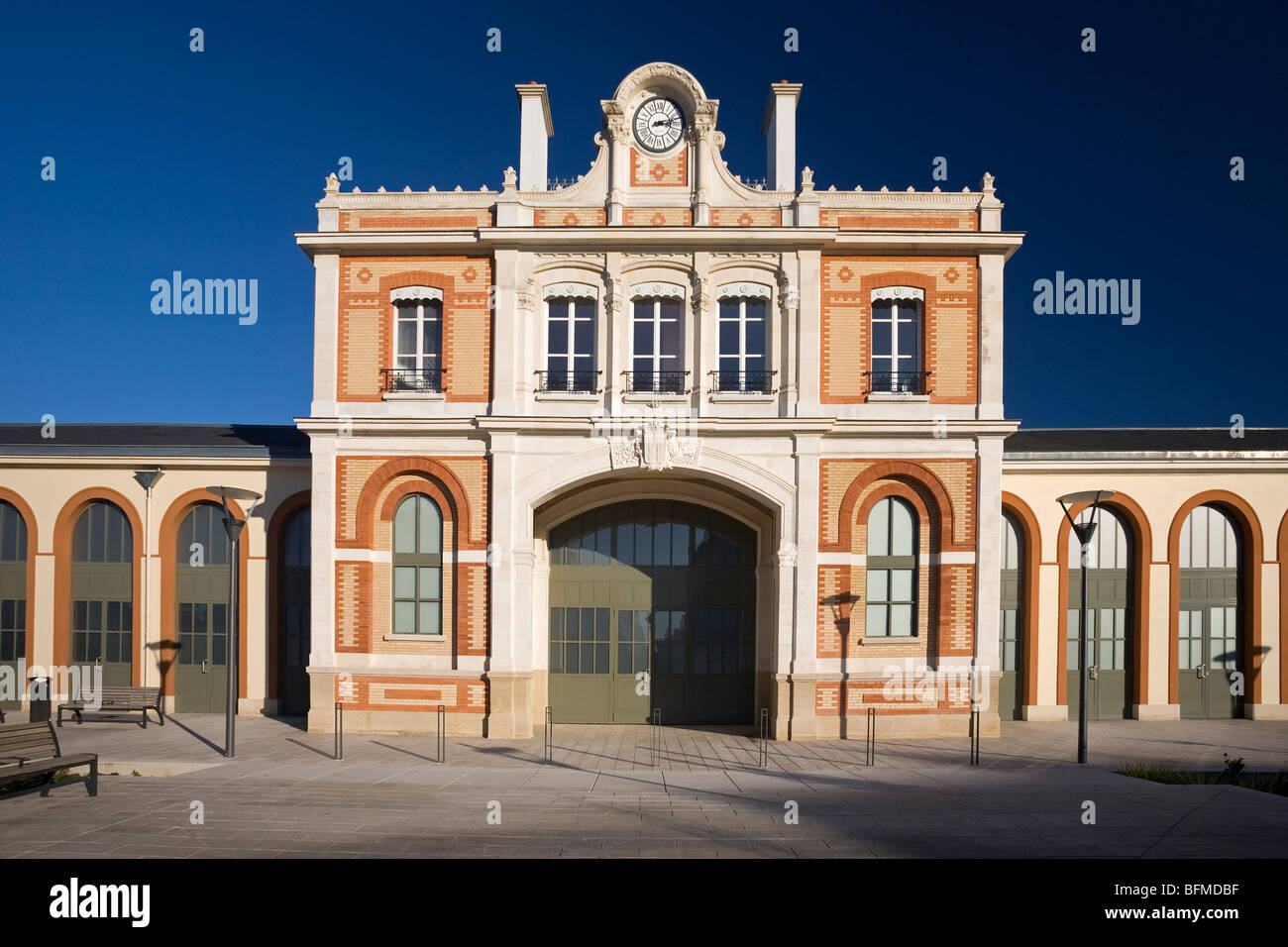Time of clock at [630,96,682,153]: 3:12
